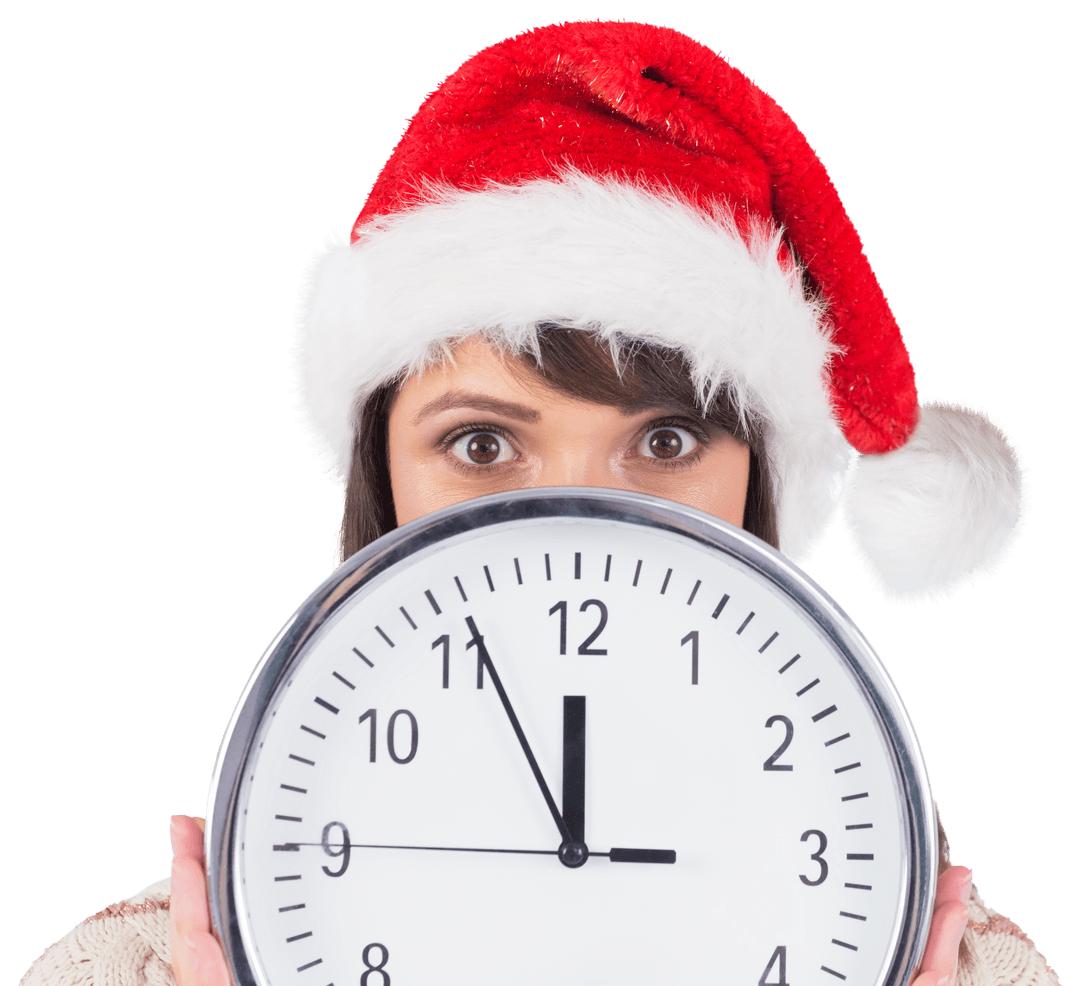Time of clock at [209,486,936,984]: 11:55
